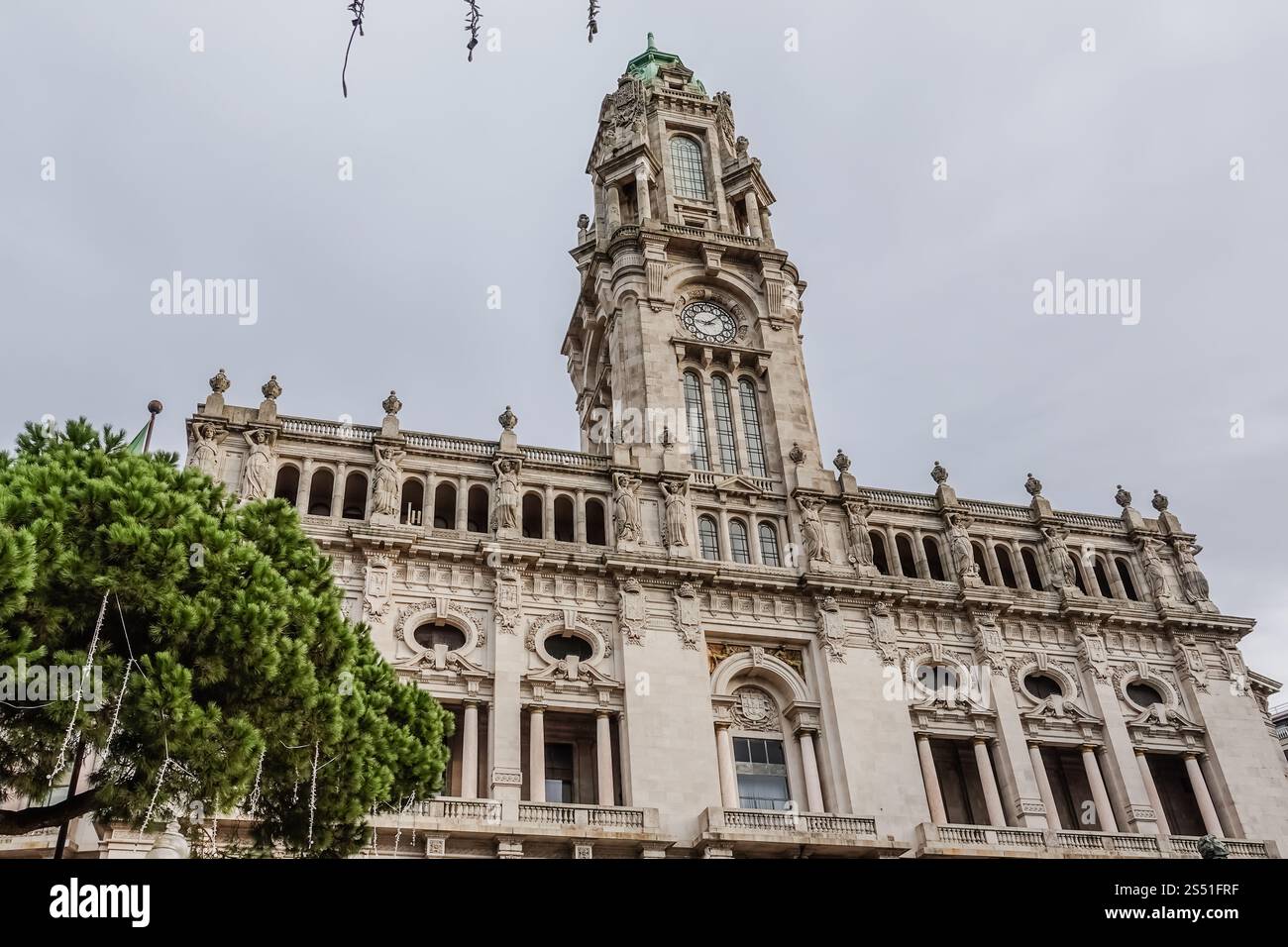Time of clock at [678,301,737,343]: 9:07
